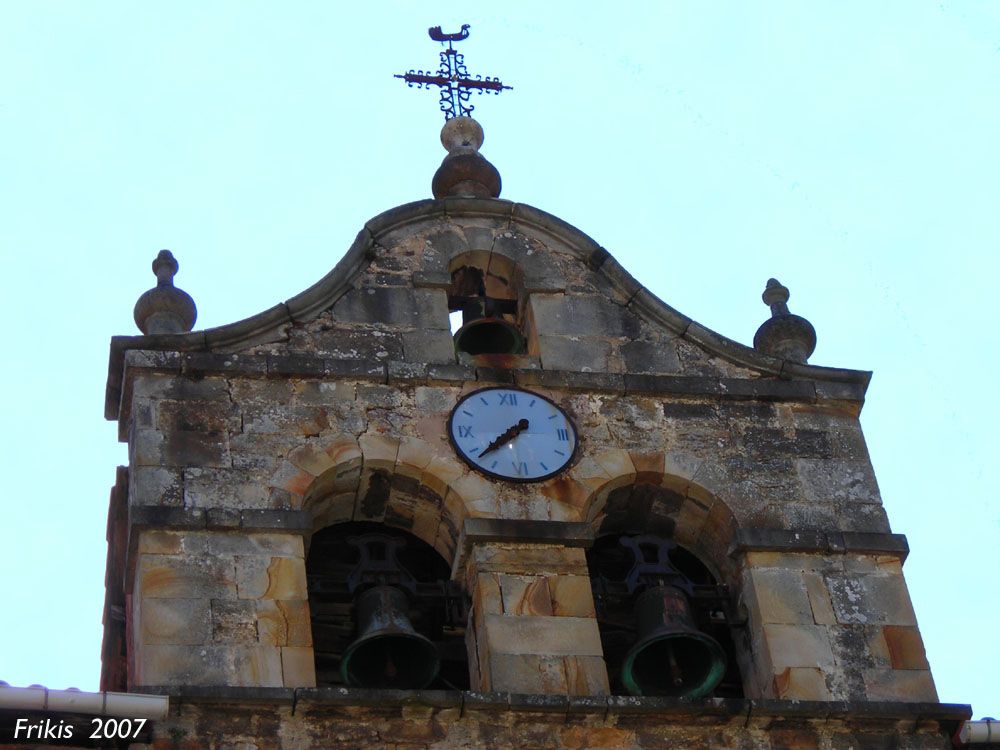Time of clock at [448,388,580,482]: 7:37
